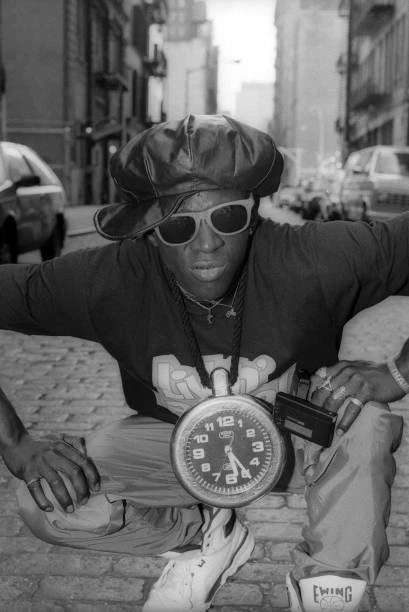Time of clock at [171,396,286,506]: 5:24
